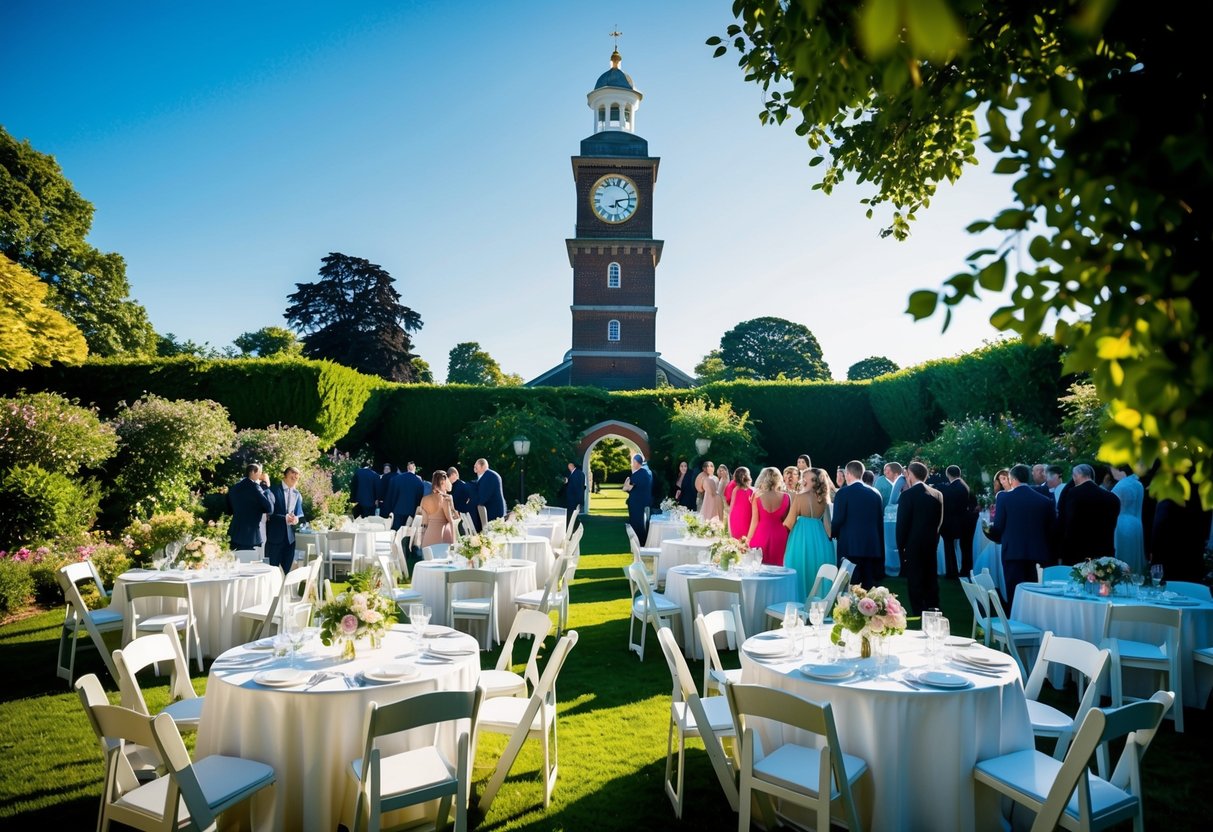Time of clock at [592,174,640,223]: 4:13
